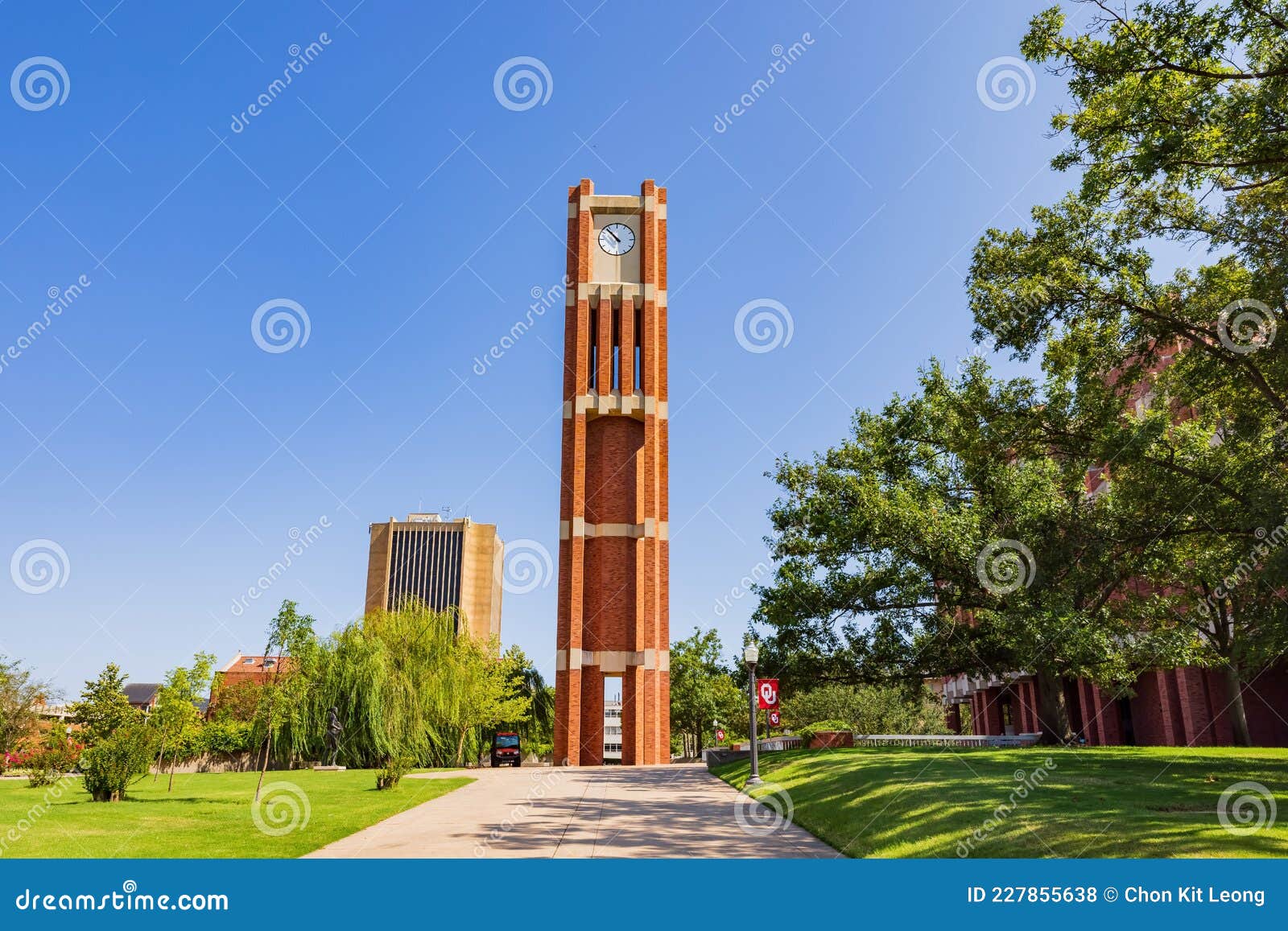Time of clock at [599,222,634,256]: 10:53
